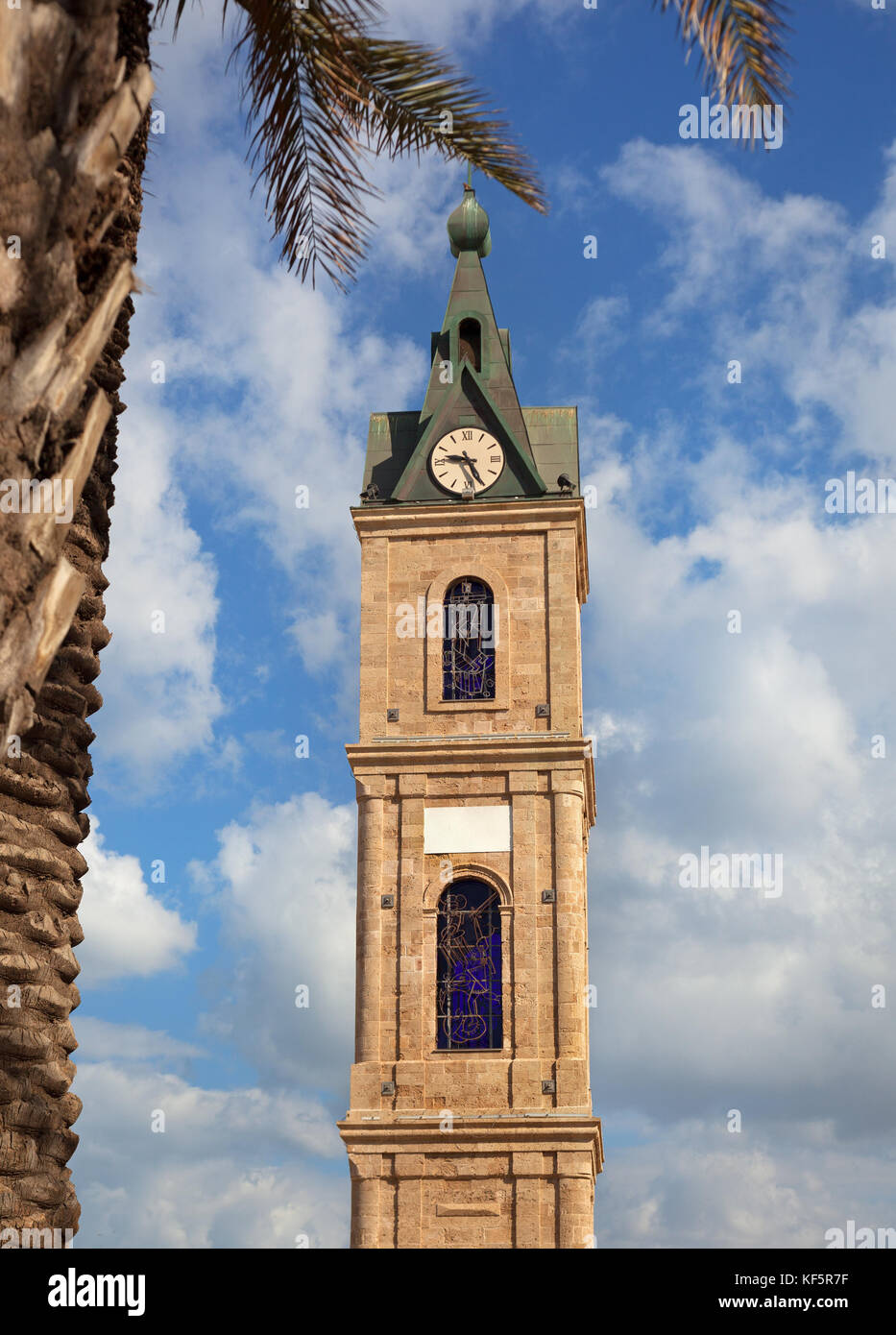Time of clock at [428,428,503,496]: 9:25
